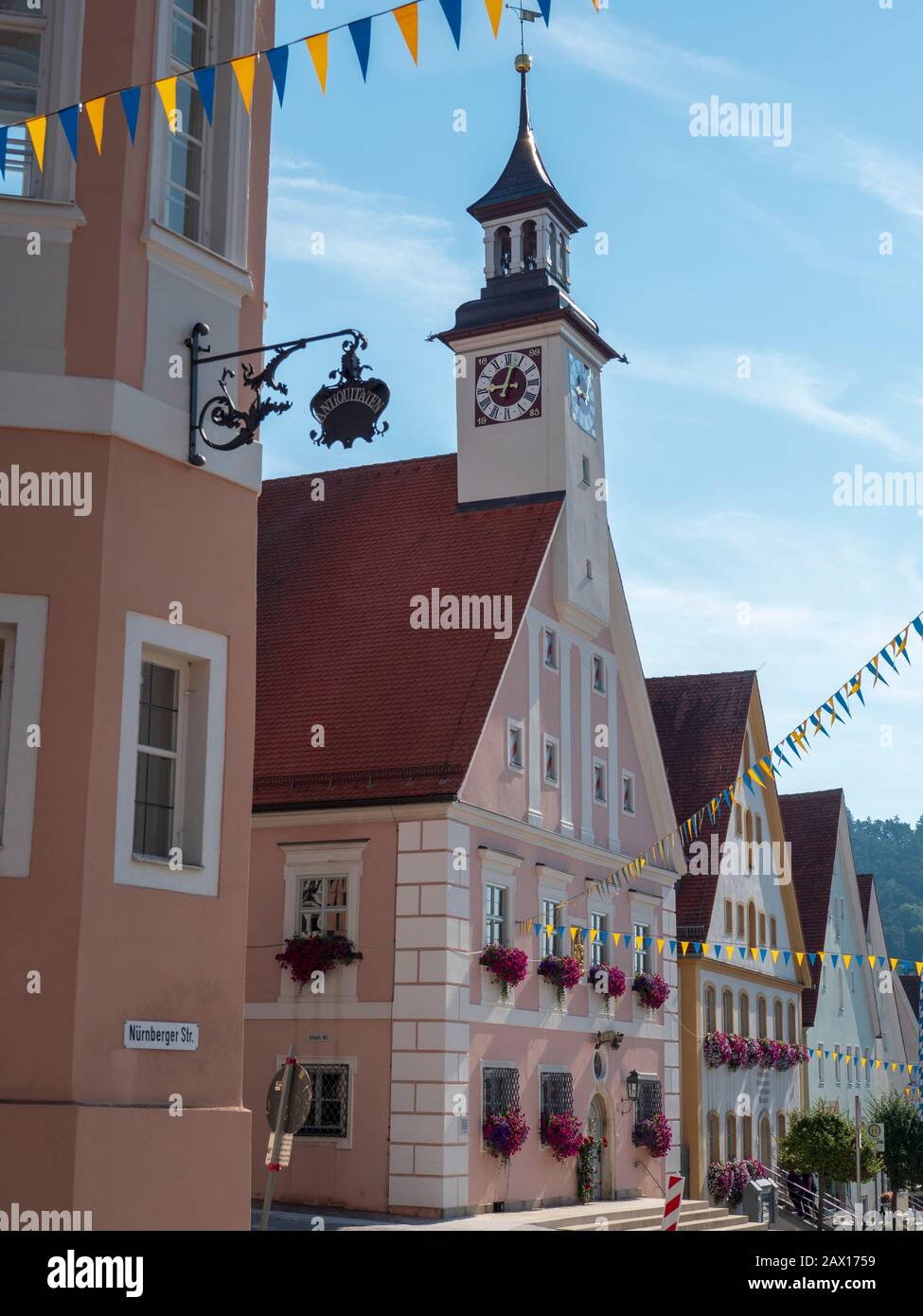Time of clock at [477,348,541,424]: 9:02
